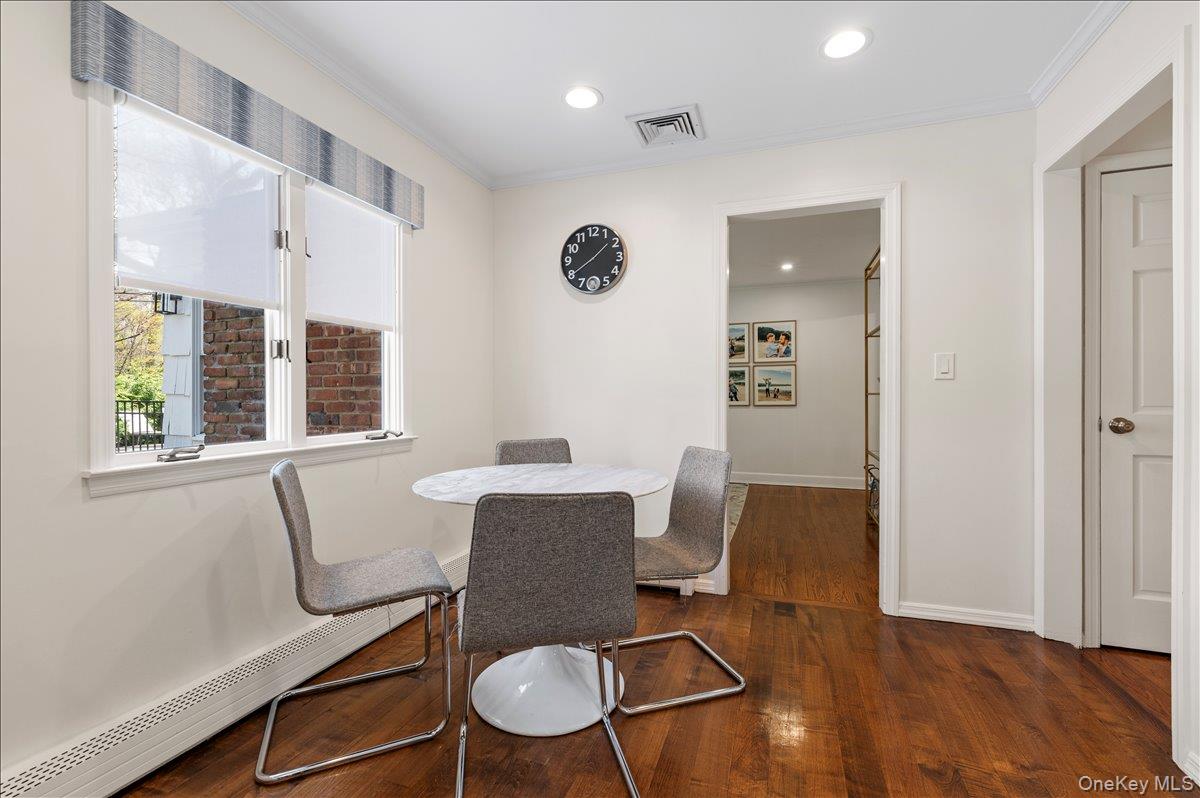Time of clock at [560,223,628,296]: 1:39
